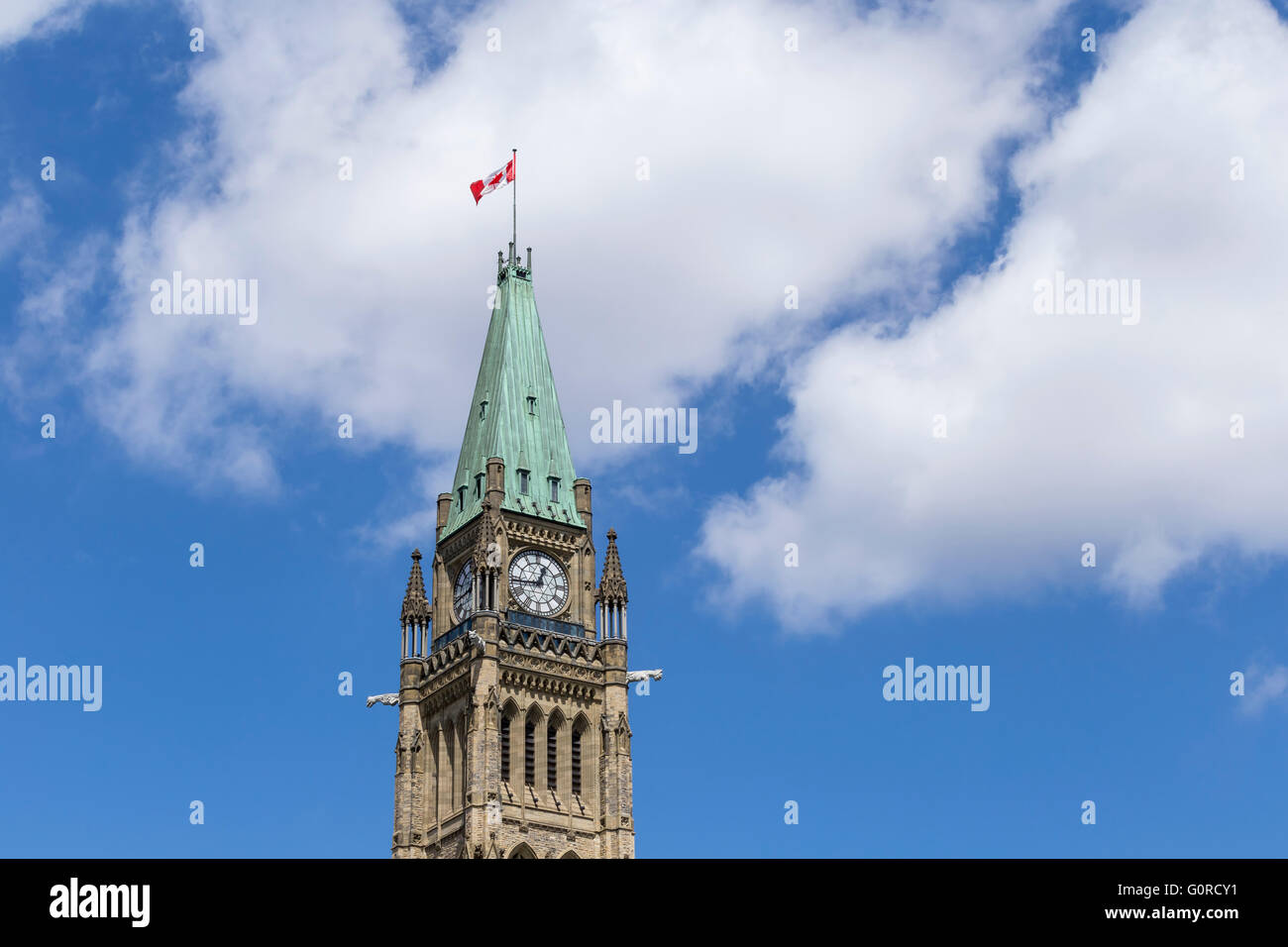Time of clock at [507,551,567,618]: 12:44
